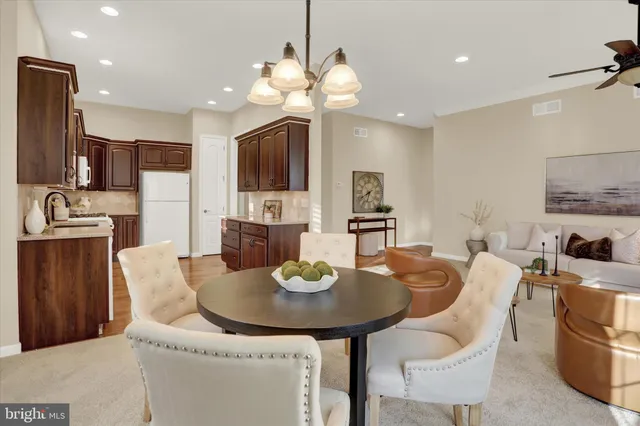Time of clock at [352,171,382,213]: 6:40
